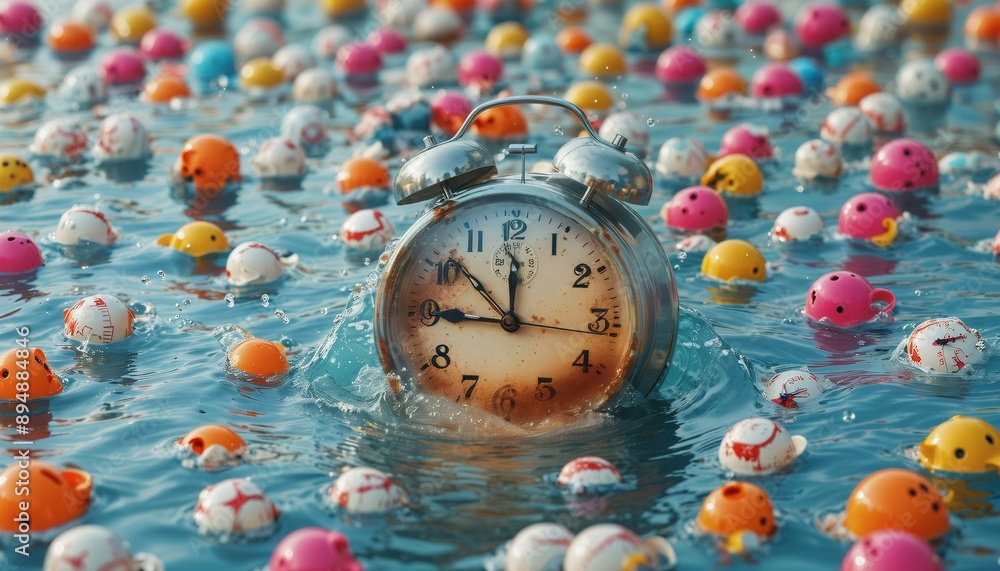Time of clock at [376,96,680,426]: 11:46
